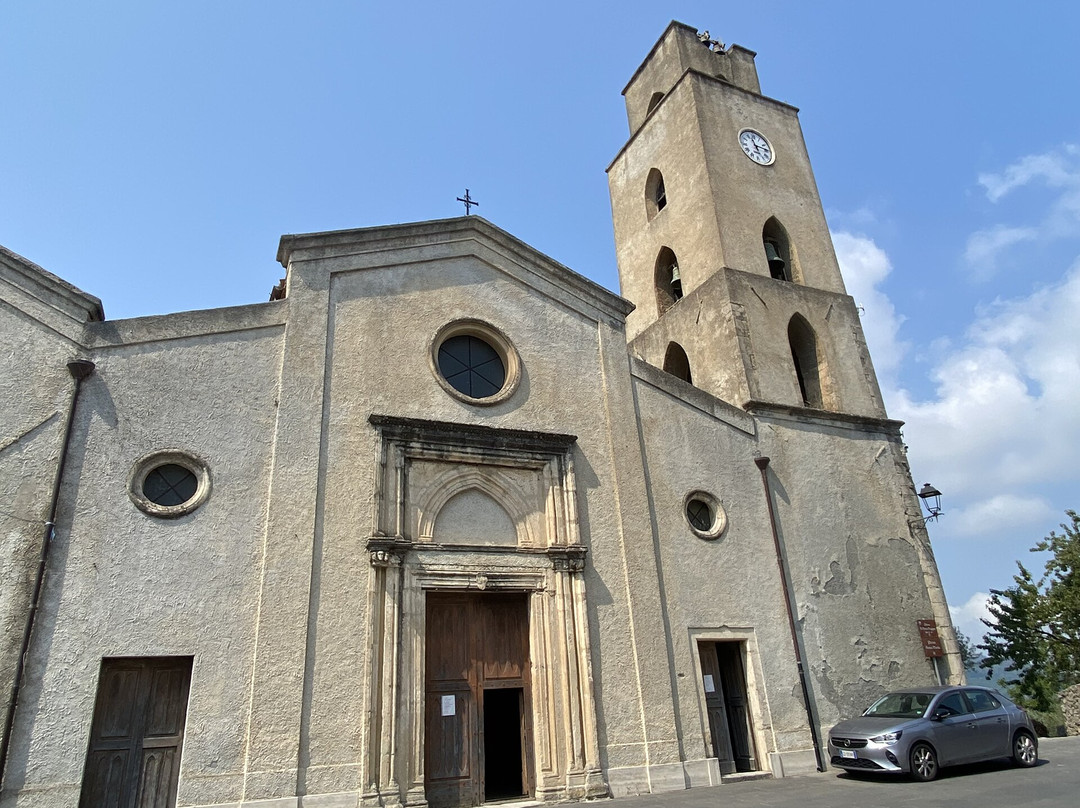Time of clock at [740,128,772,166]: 11:14
